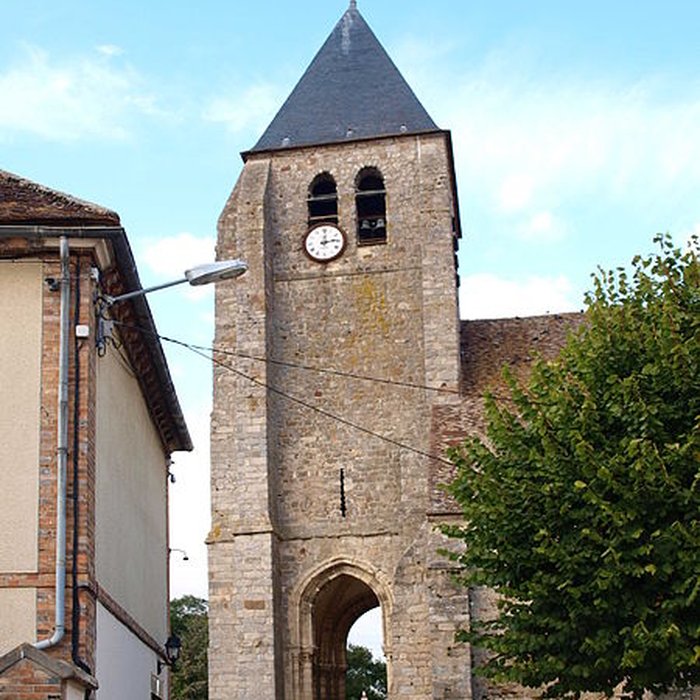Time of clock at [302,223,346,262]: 12:13
